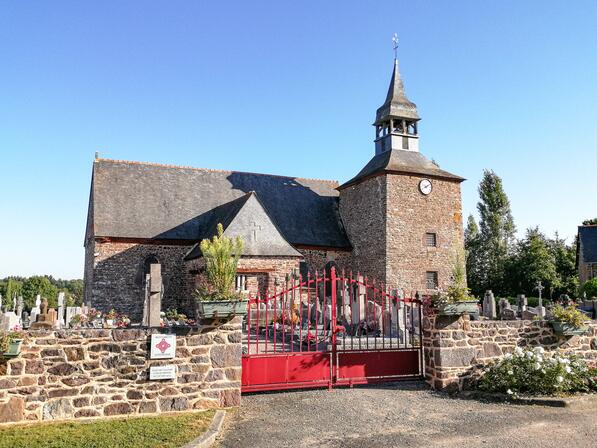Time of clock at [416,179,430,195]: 8:09
